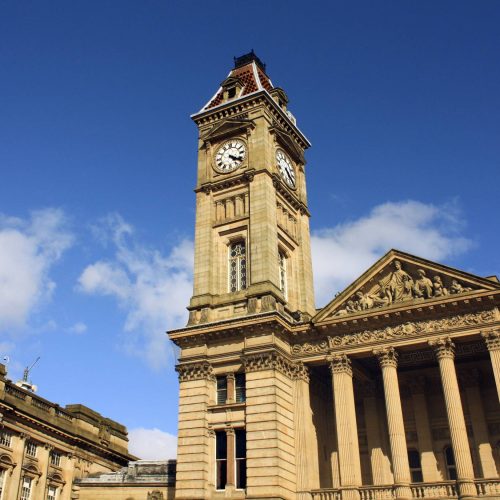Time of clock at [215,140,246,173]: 4:20
